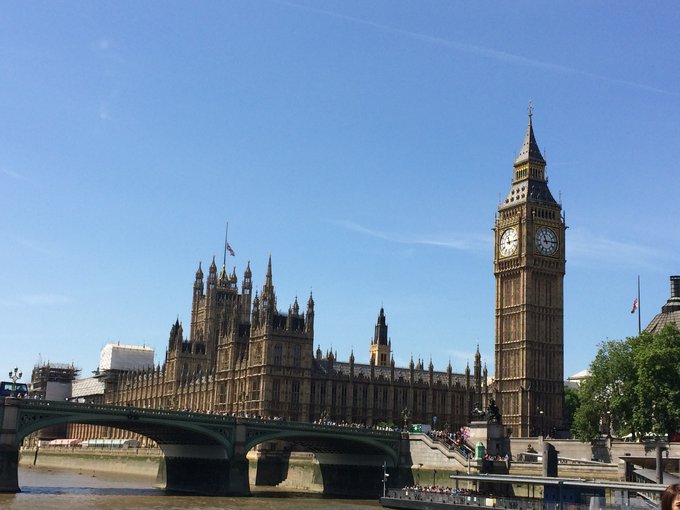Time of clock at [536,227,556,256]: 11:14
